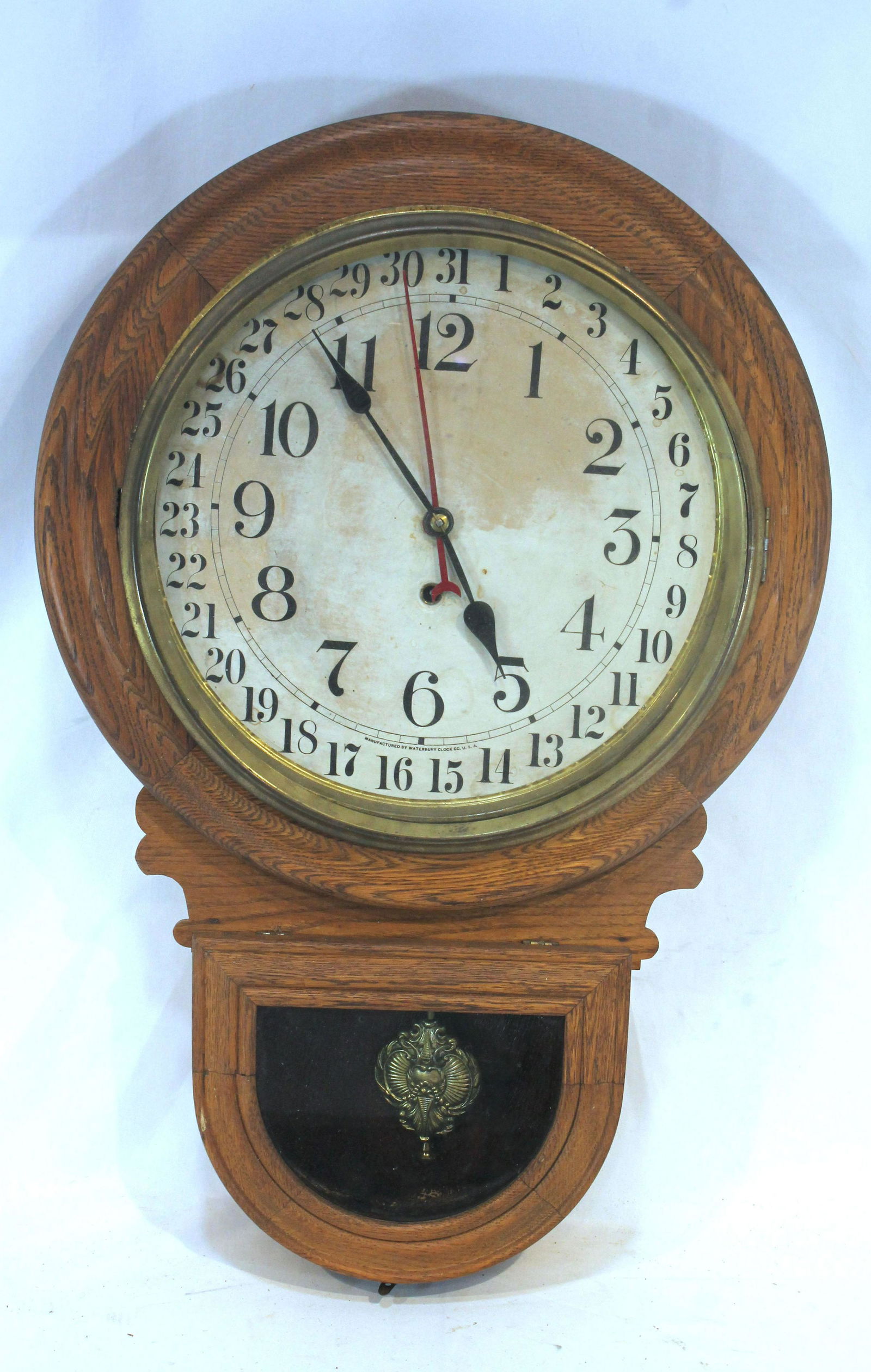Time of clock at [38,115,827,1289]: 4:54
